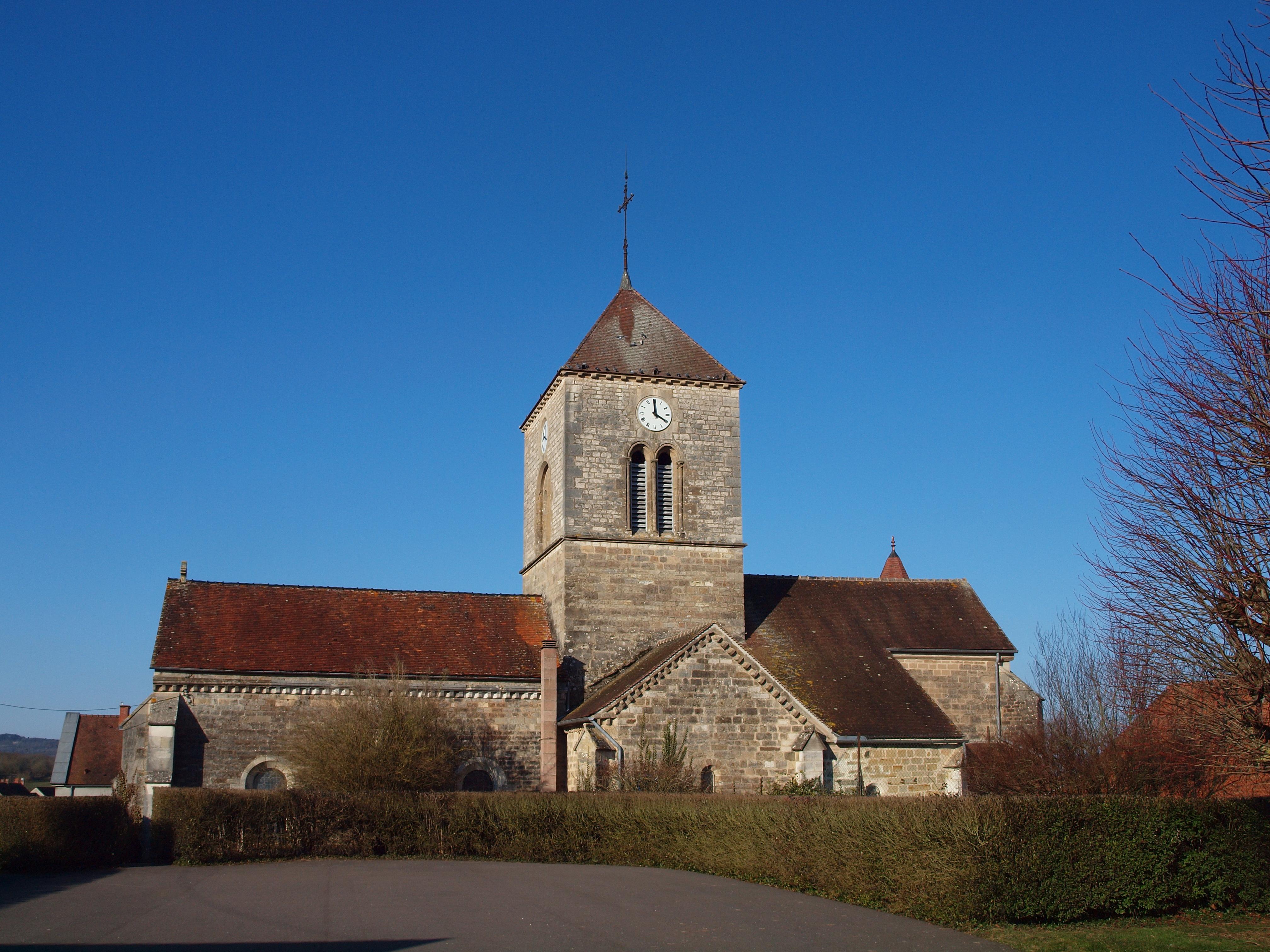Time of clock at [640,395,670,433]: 3:59
